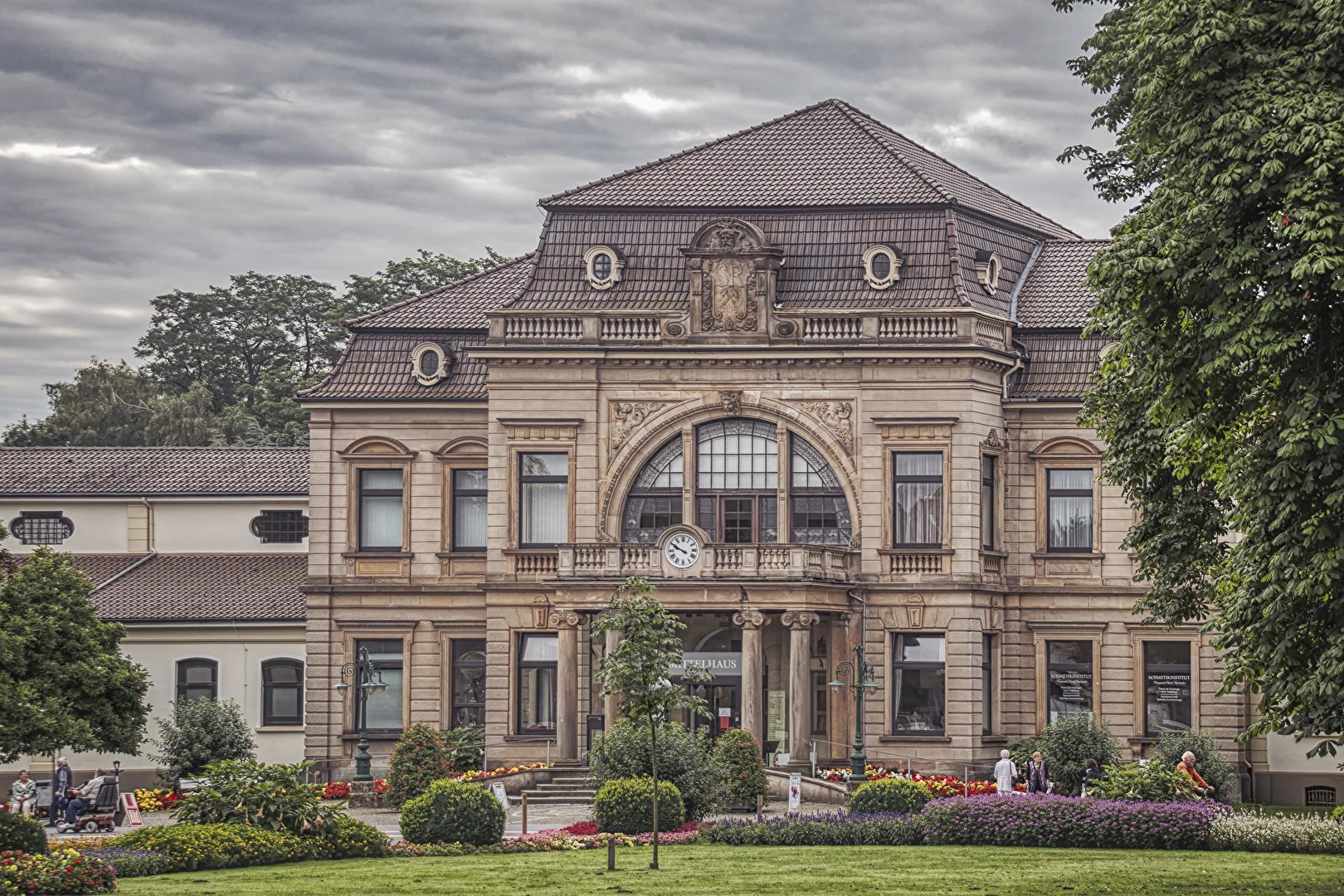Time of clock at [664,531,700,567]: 9:50
